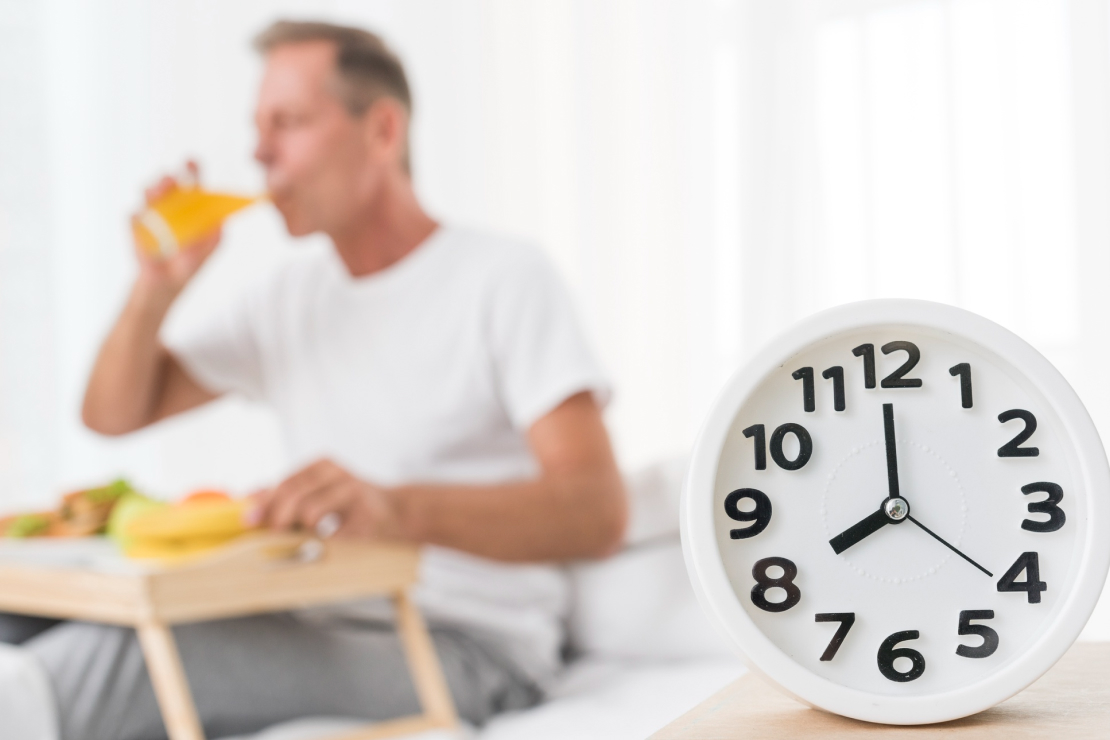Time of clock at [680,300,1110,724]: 7:59
